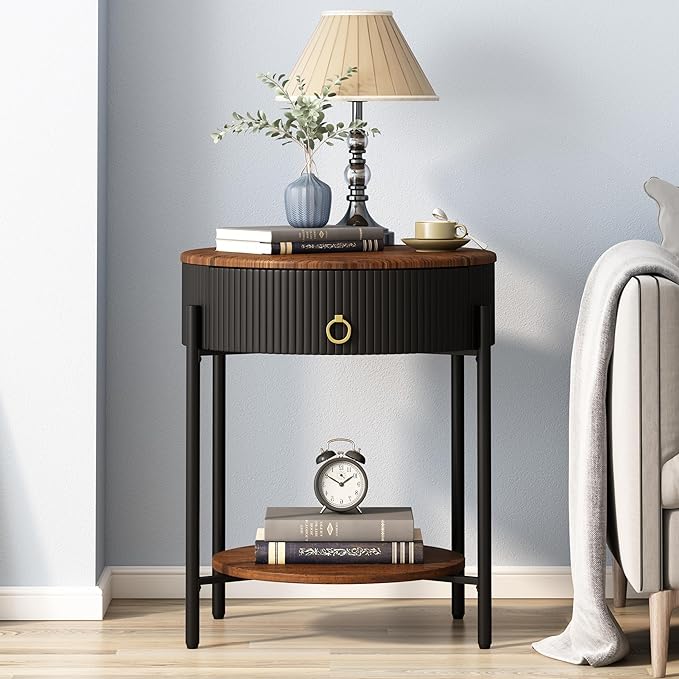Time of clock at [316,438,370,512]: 1:50
